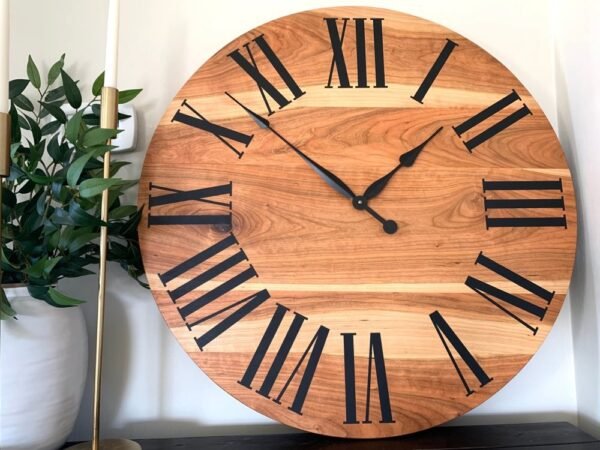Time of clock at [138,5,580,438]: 1:52
